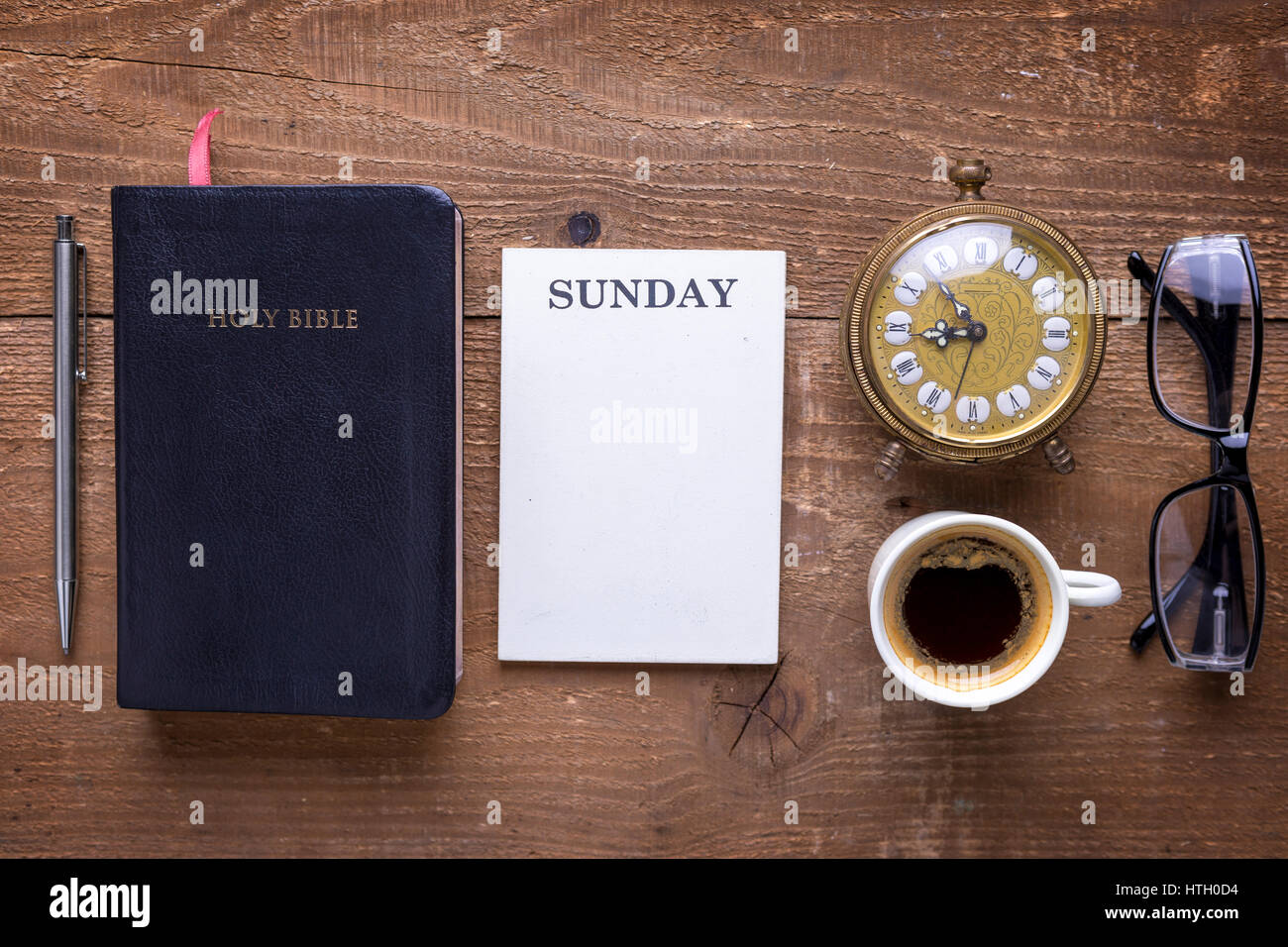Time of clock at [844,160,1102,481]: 8:53
